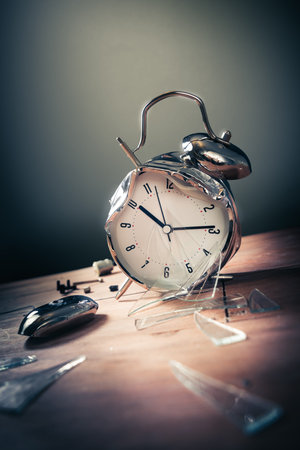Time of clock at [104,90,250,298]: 10:14
